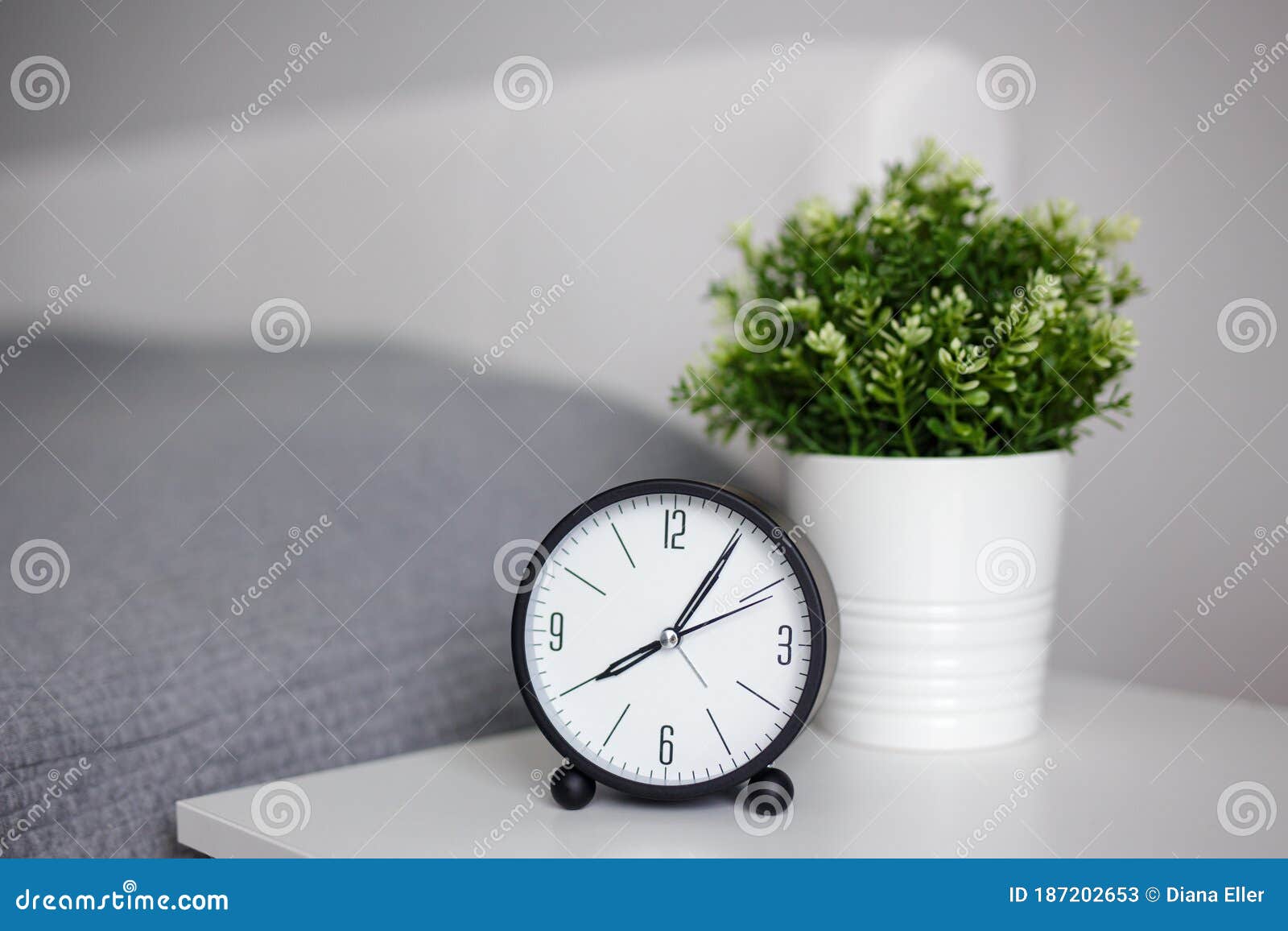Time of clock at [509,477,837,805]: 8:05
